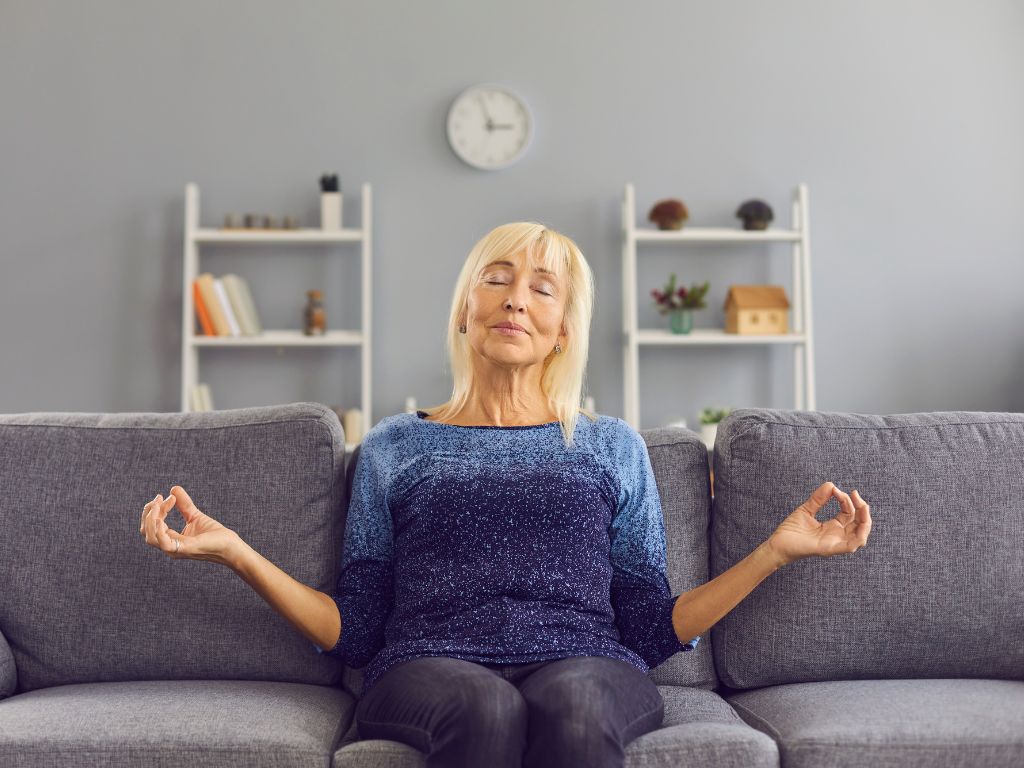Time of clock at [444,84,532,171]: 2:56
